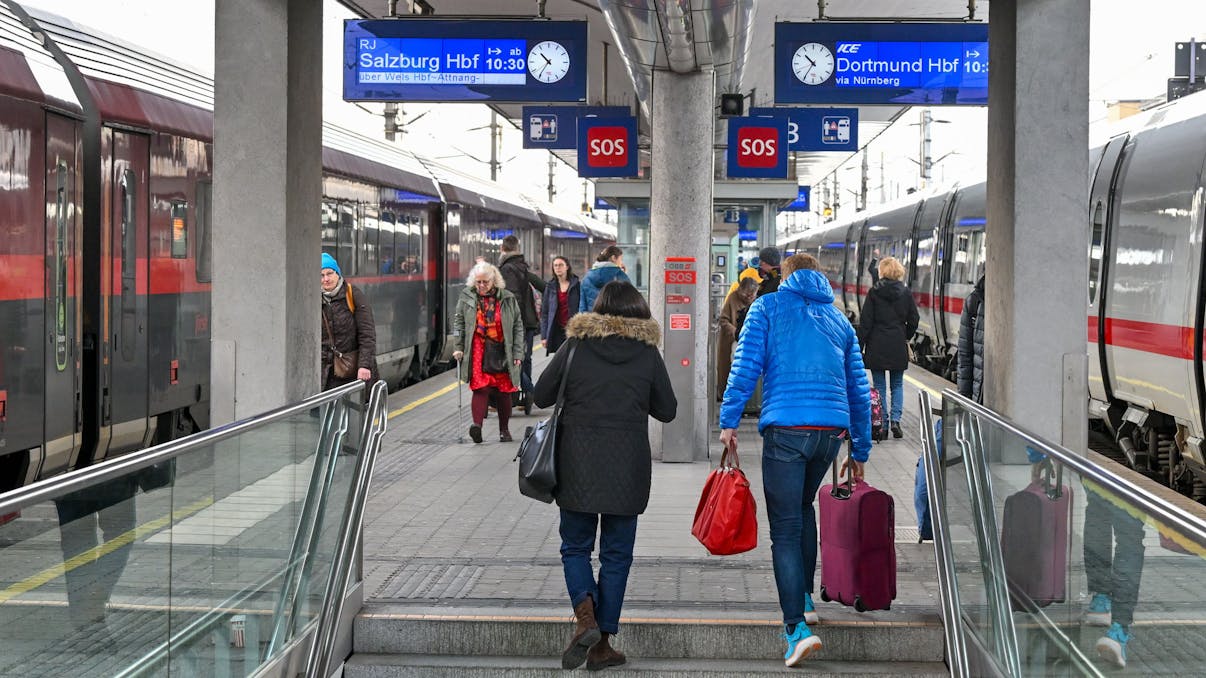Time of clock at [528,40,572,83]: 10:35
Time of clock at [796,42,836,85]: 10:35
